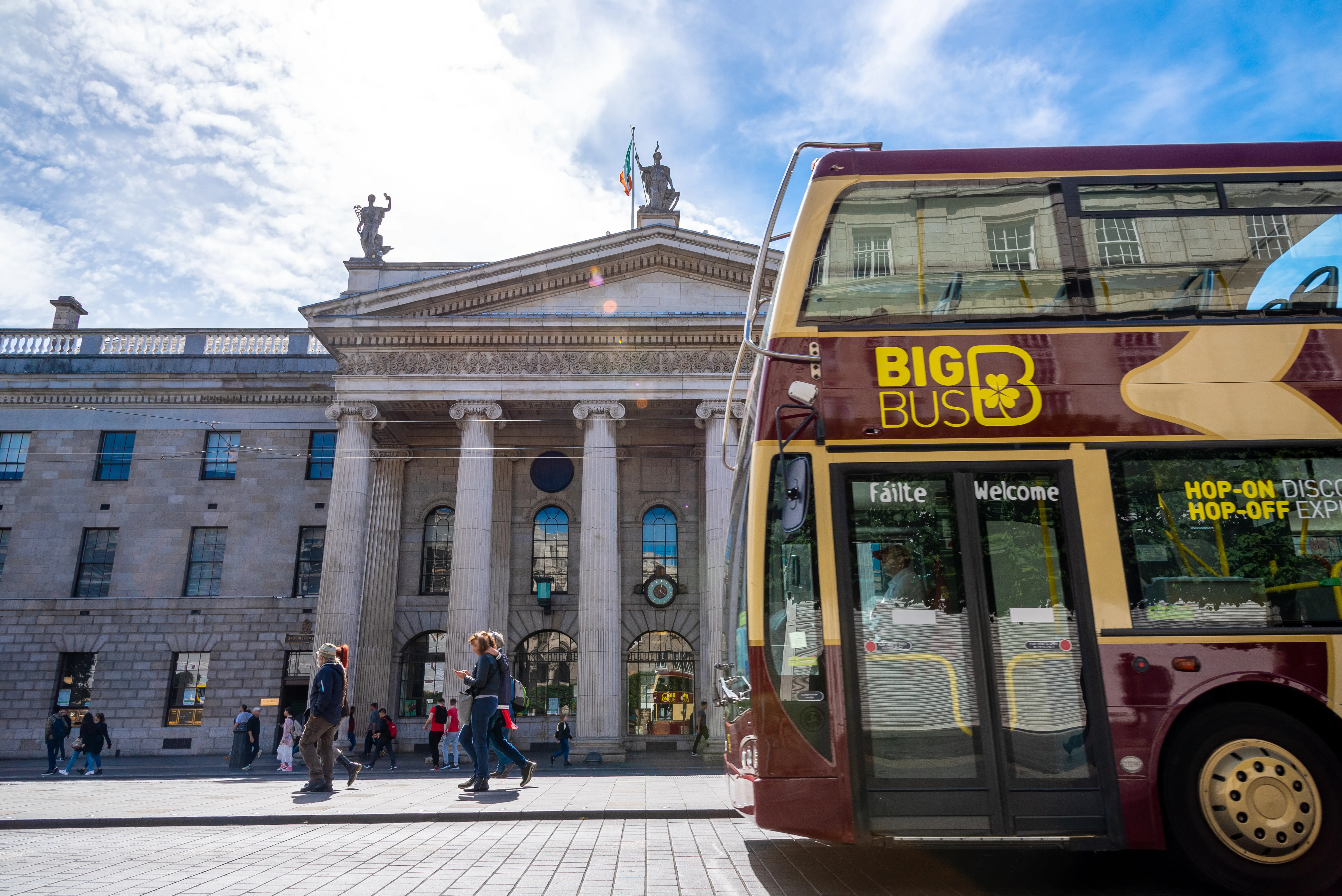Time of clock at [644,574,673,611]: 4:01
